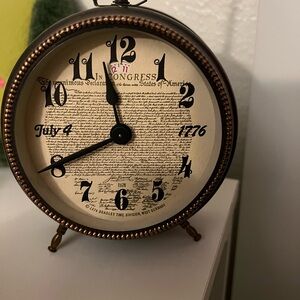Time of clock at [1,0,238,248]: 11:40
